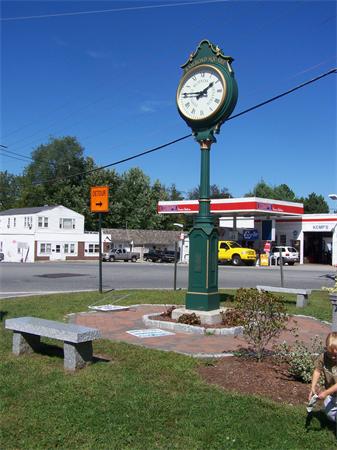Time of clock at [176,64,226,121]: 1:46
